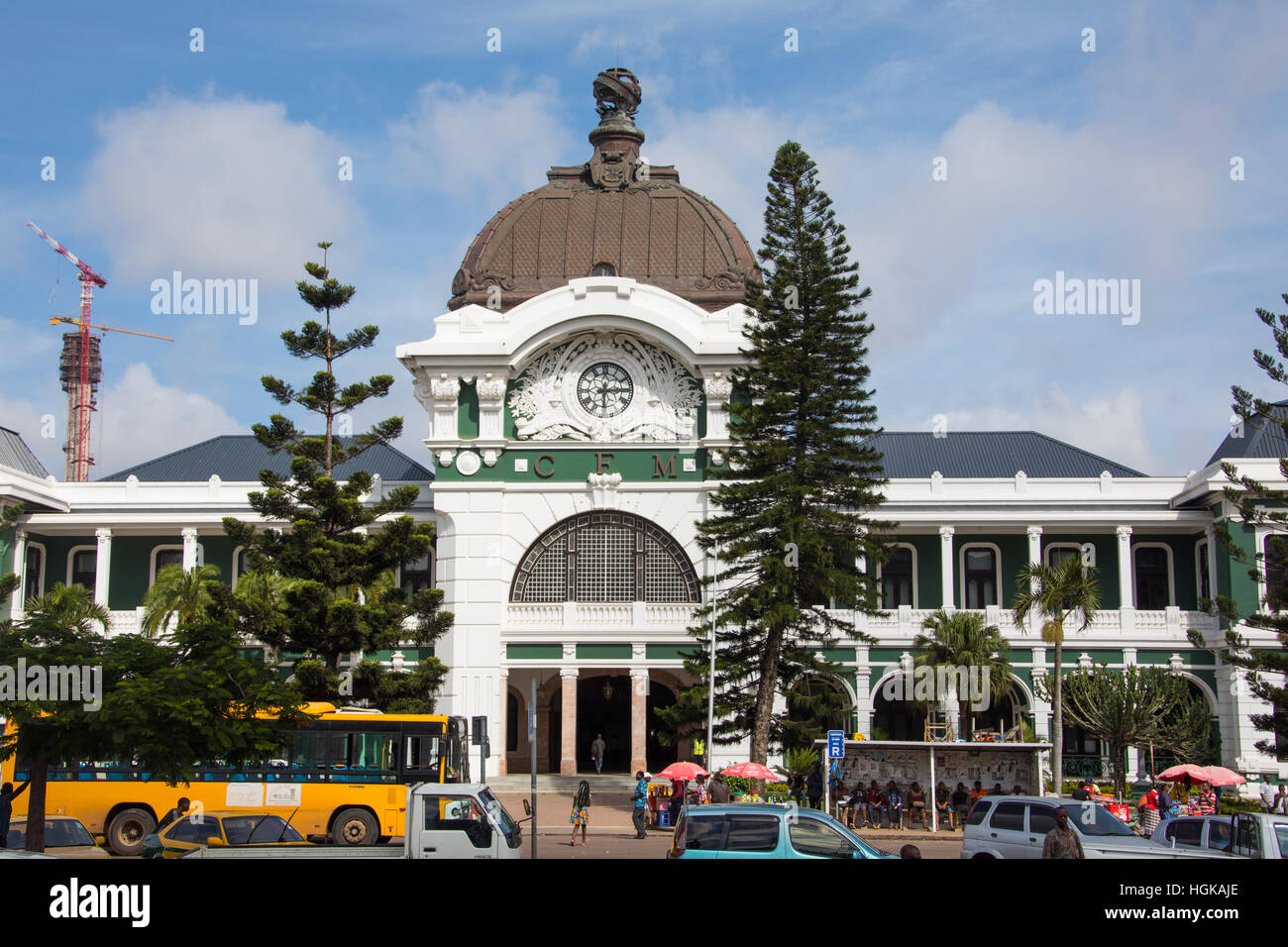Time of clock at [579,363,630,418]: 6:14
